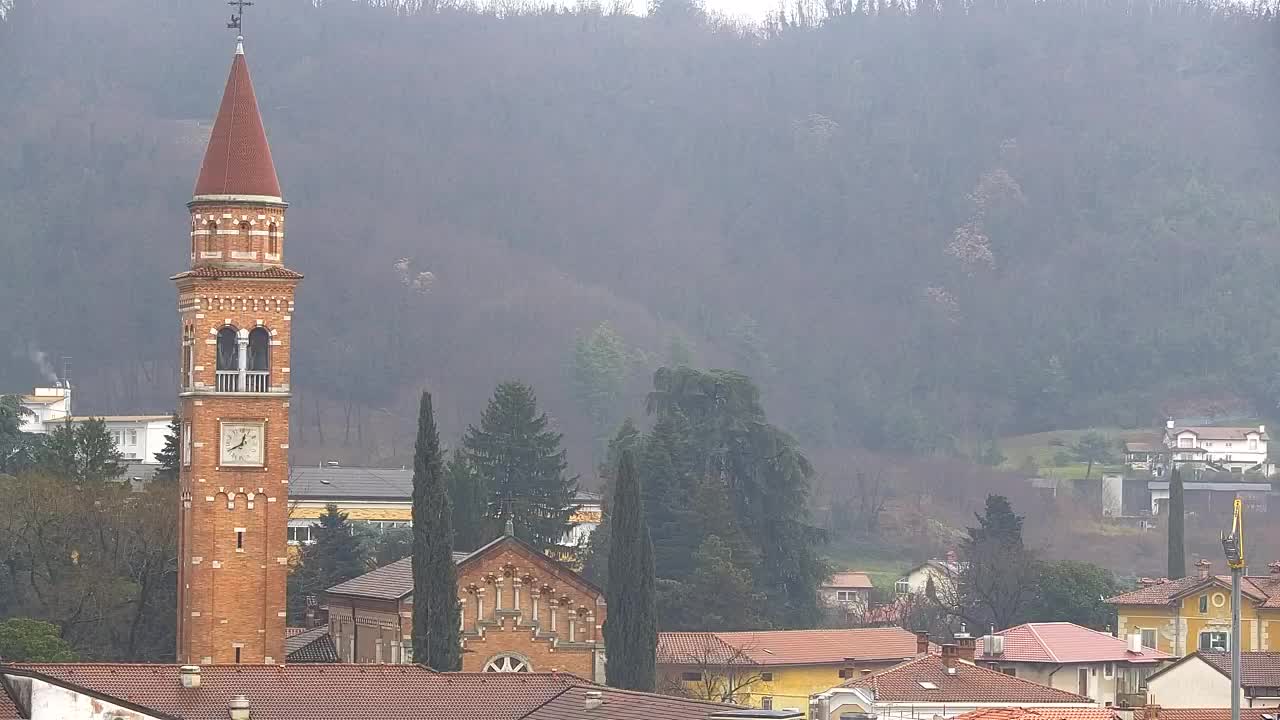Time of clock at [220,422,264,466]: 12:40
